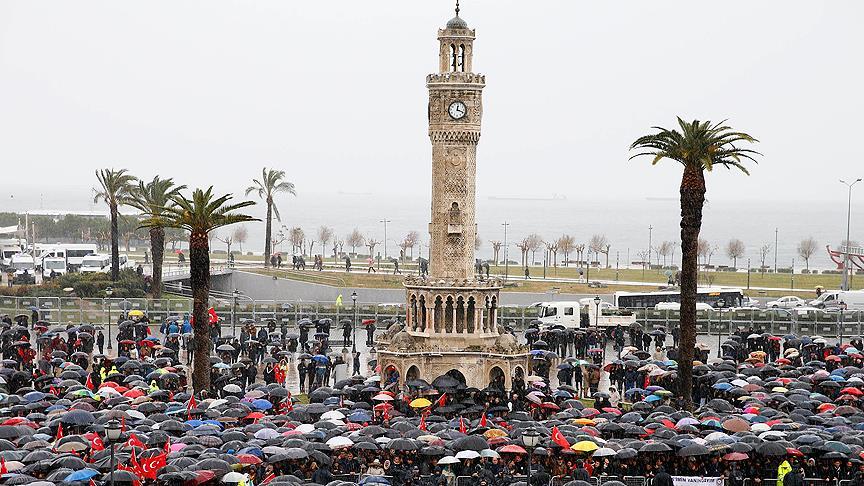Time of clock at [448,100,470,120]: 12:18
